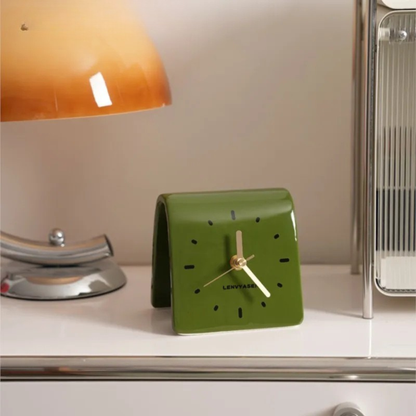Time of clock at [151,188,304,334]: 12:23
